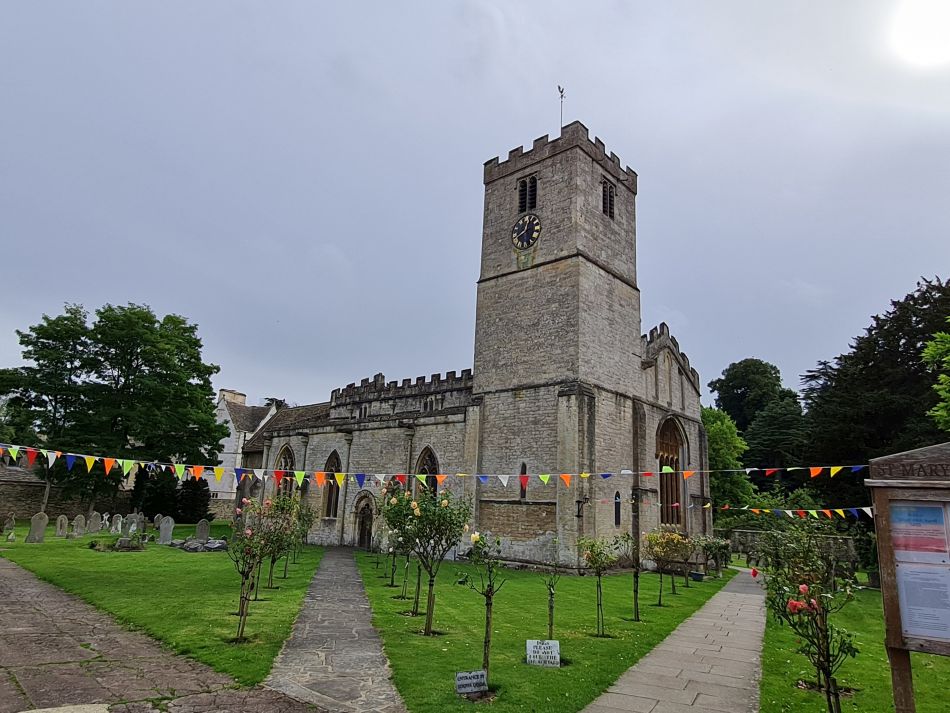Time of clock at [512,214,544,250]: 12:40
